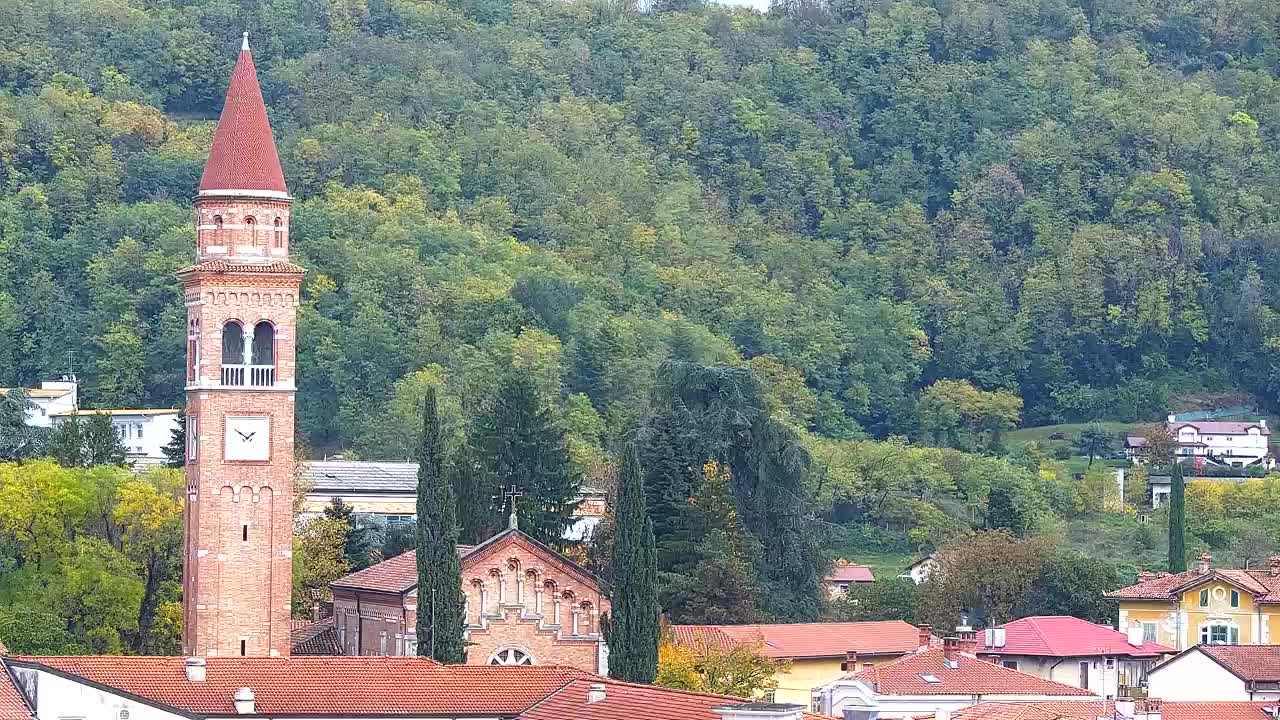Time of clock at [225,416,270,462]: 1:51
